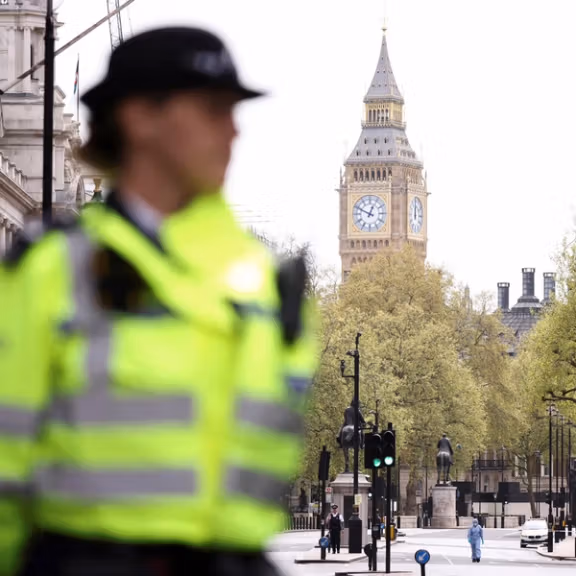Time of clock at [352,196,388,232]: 12:49
